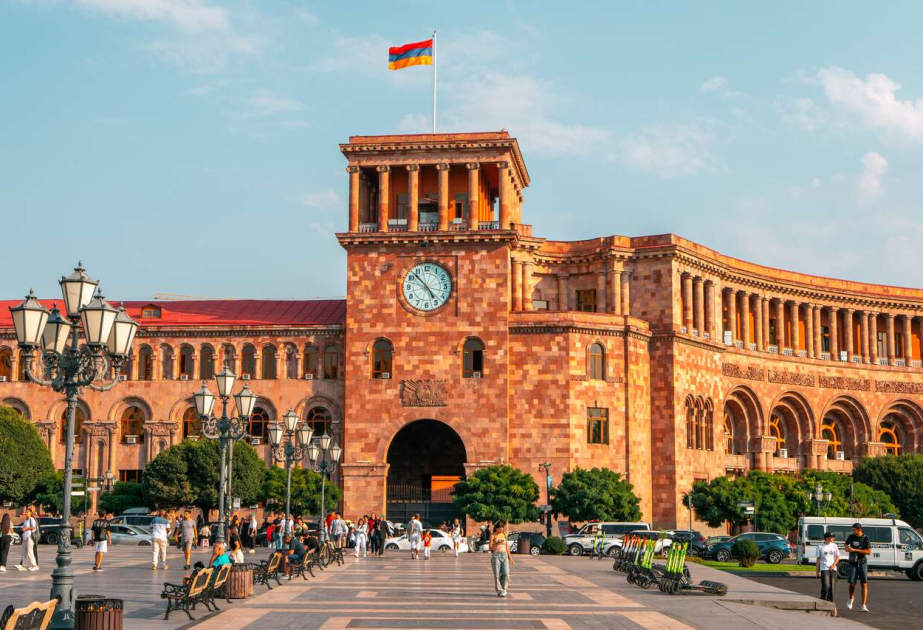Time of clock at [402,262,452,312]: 4:52
